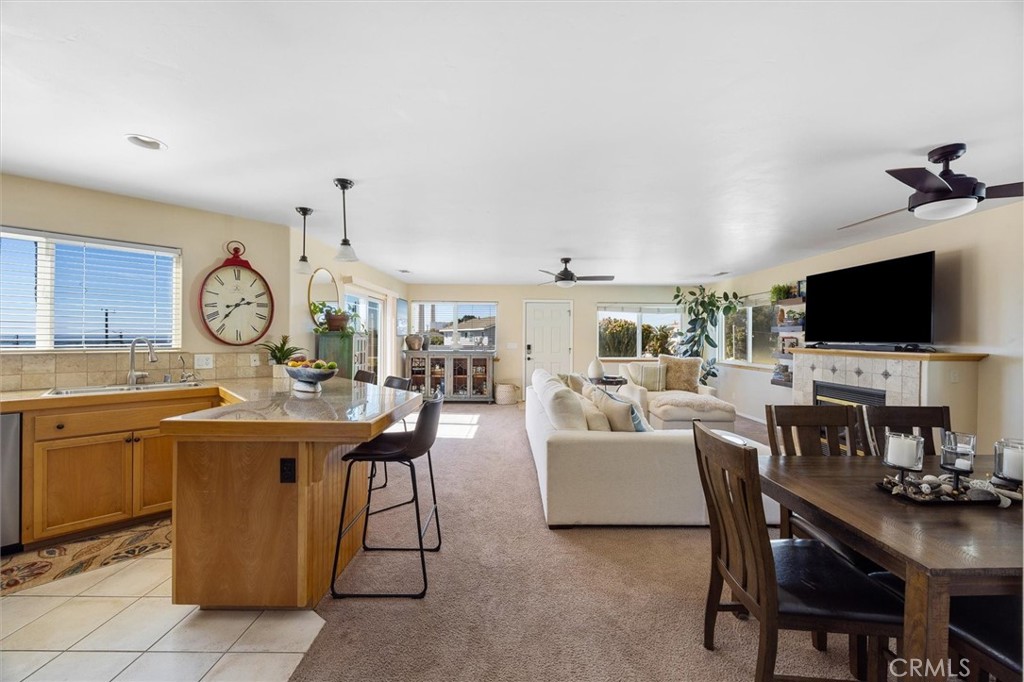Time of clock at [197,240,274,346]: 2:36
